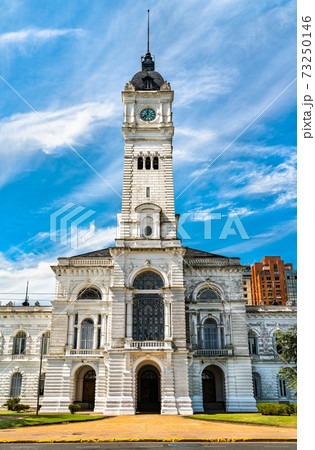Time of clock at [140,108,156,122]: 11:38
